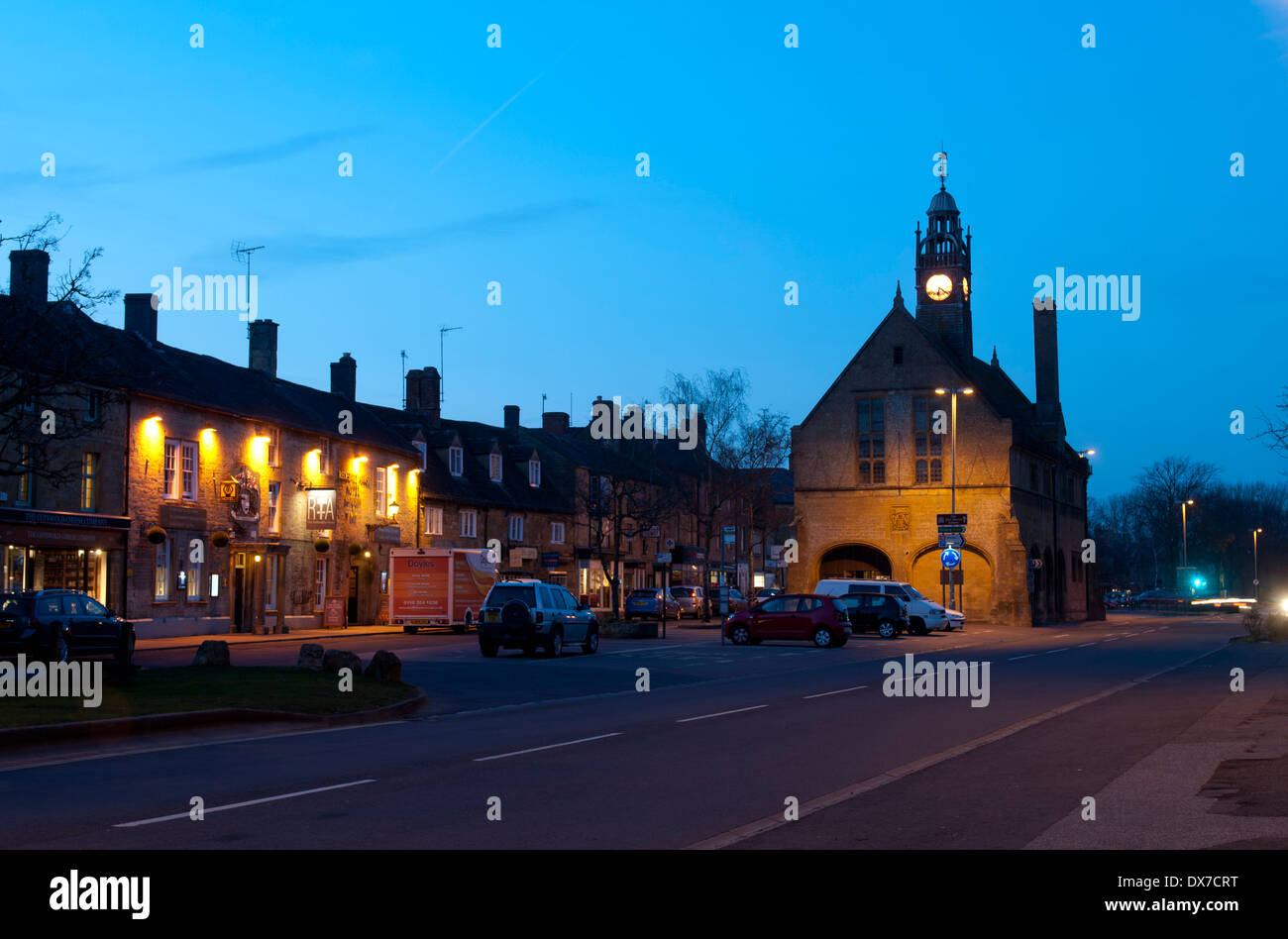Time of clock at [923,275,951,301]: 6:21
